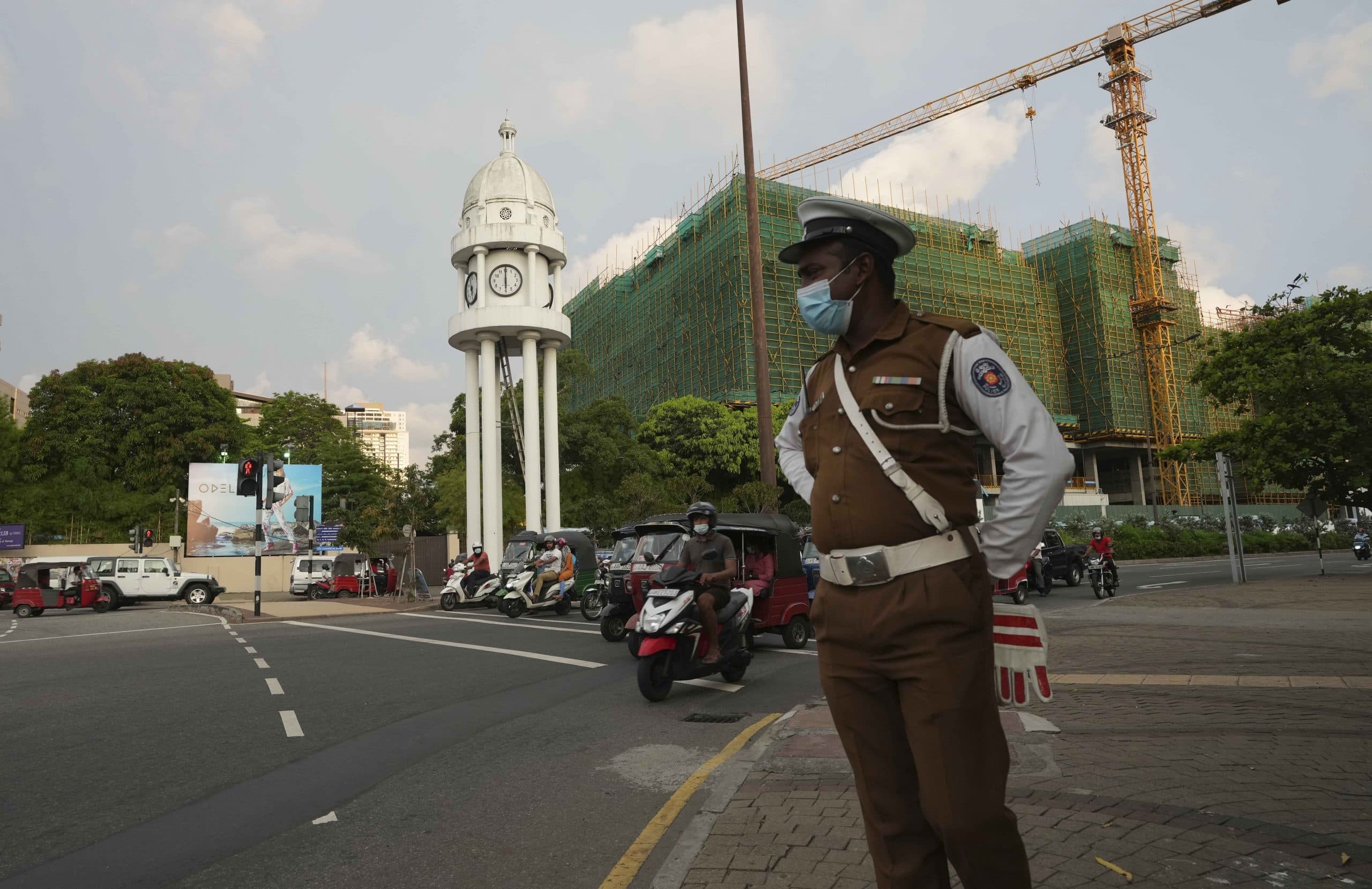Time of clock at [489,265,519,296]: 6:00
